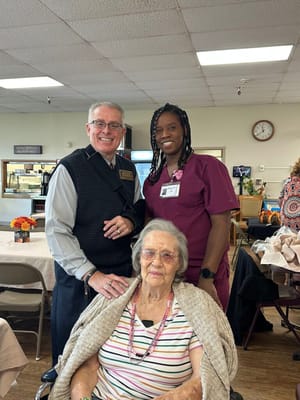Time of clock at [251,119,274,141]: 11:38
